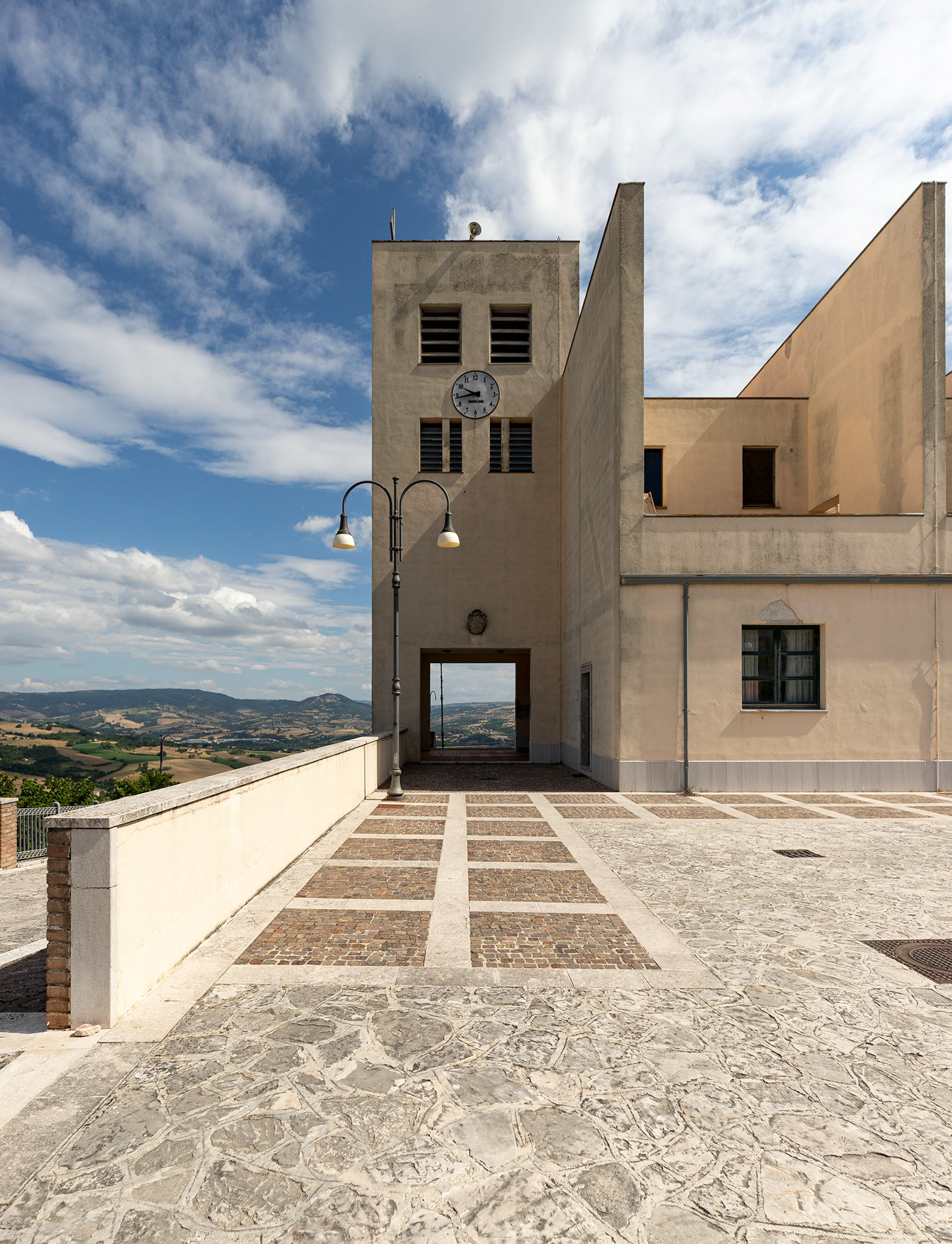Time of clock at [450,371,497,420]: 9:43
